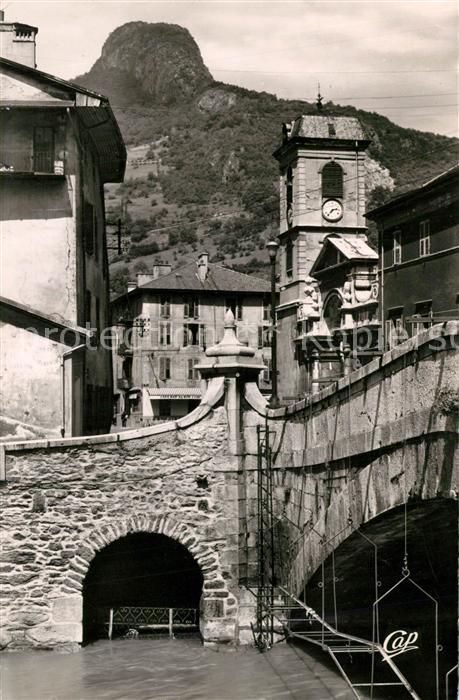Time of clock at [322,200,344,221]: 2:36
